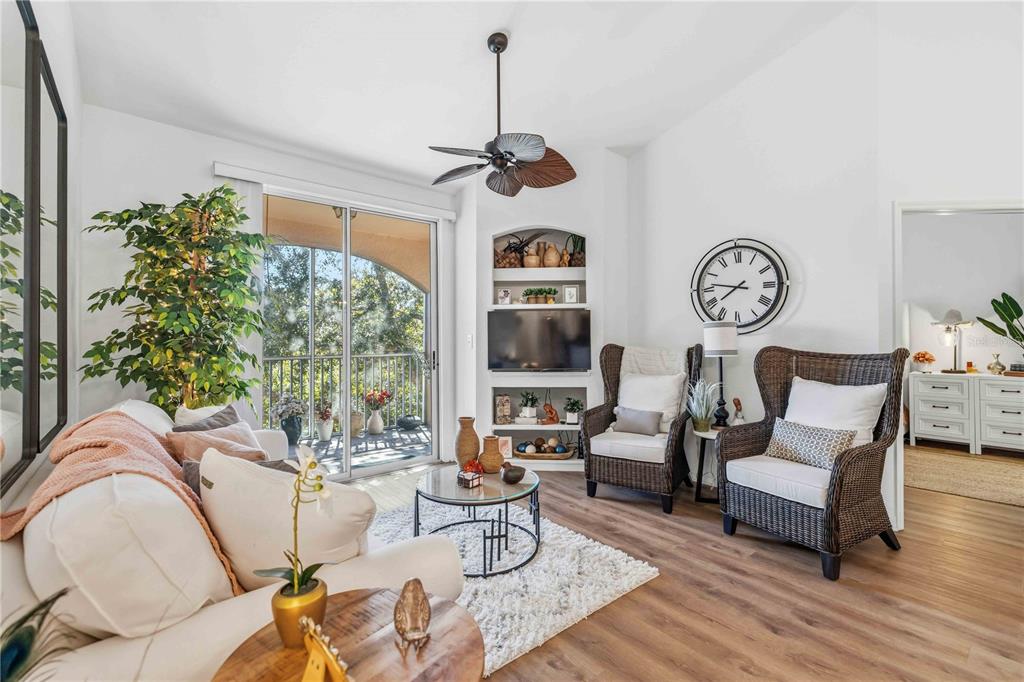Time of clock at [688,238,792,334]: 7:46
